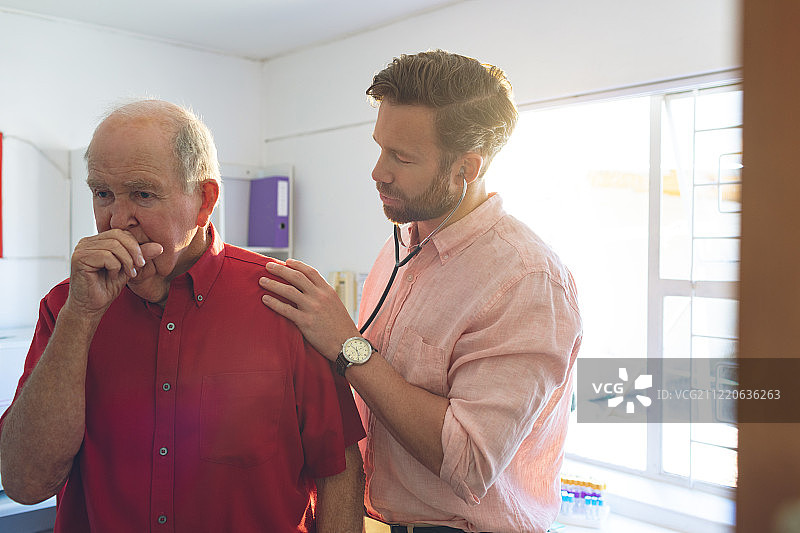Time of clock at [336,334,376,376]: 10:28
